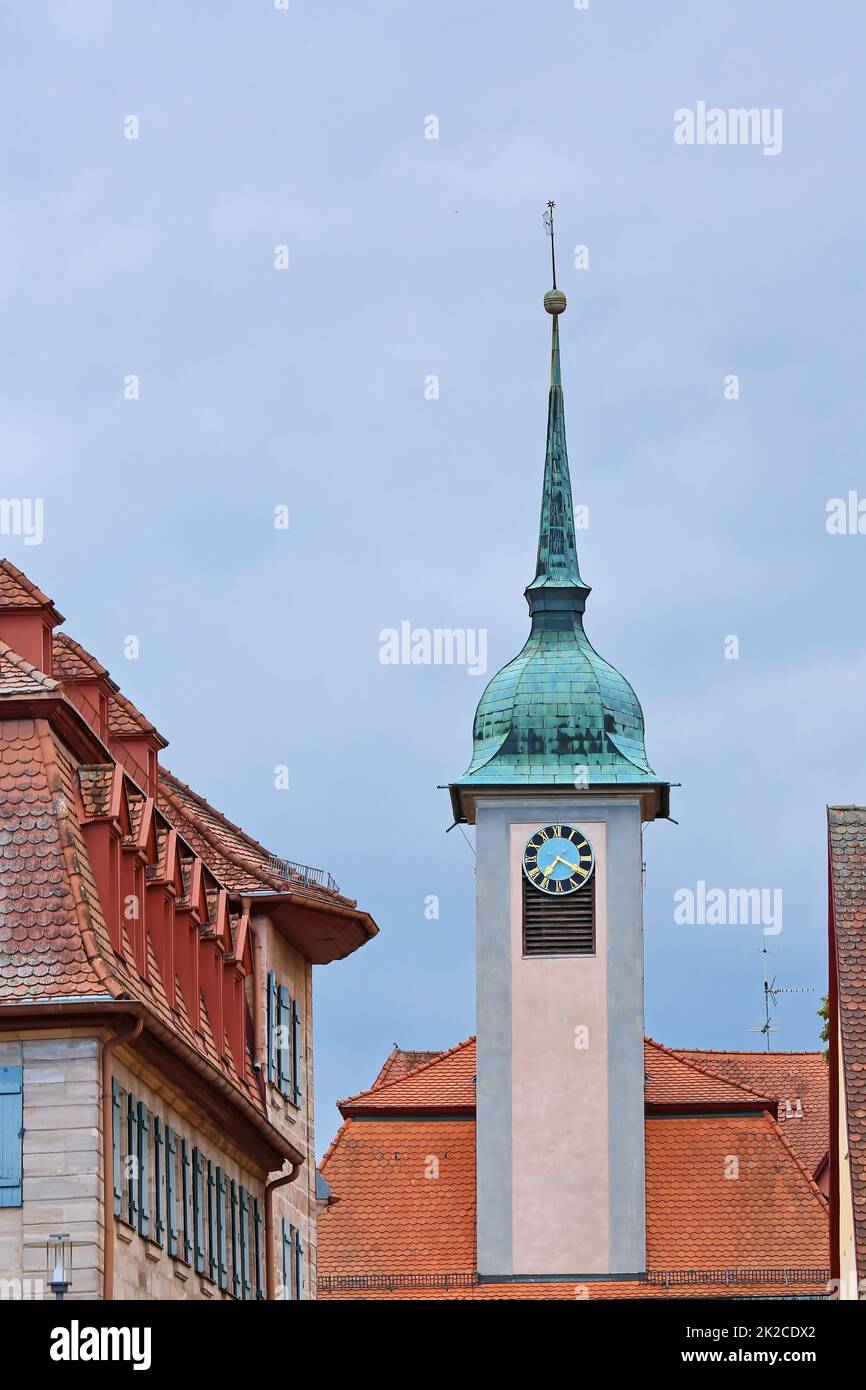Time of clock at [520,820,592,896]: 7:19
